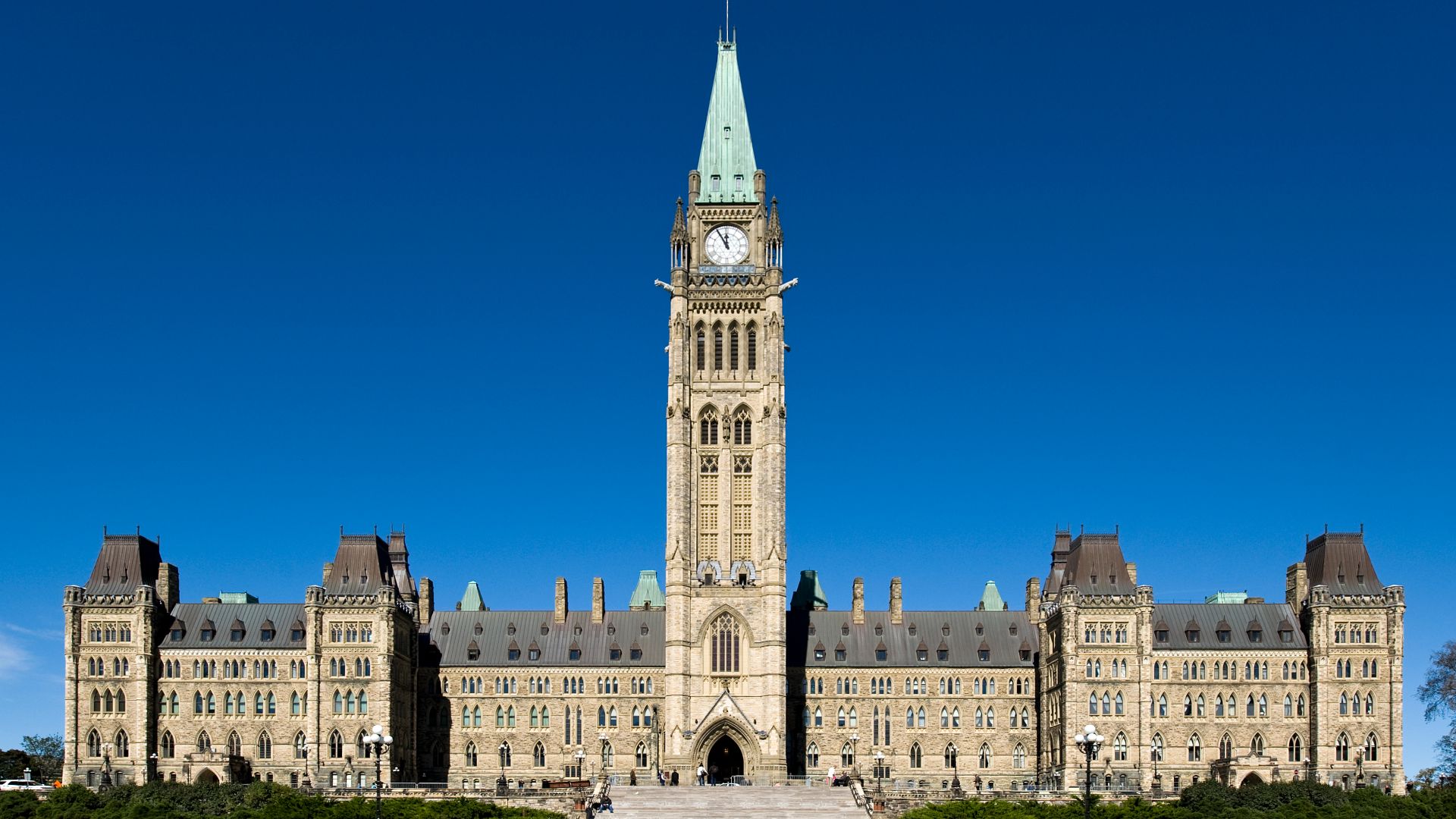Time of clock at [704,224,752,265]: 11:54
